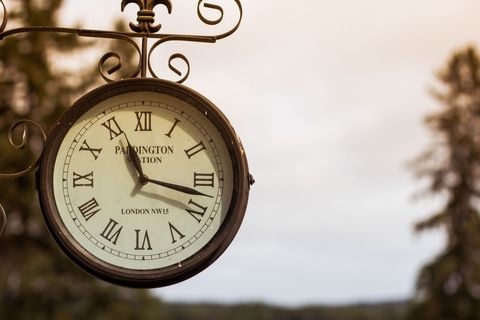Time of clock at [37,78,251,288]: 11:17
